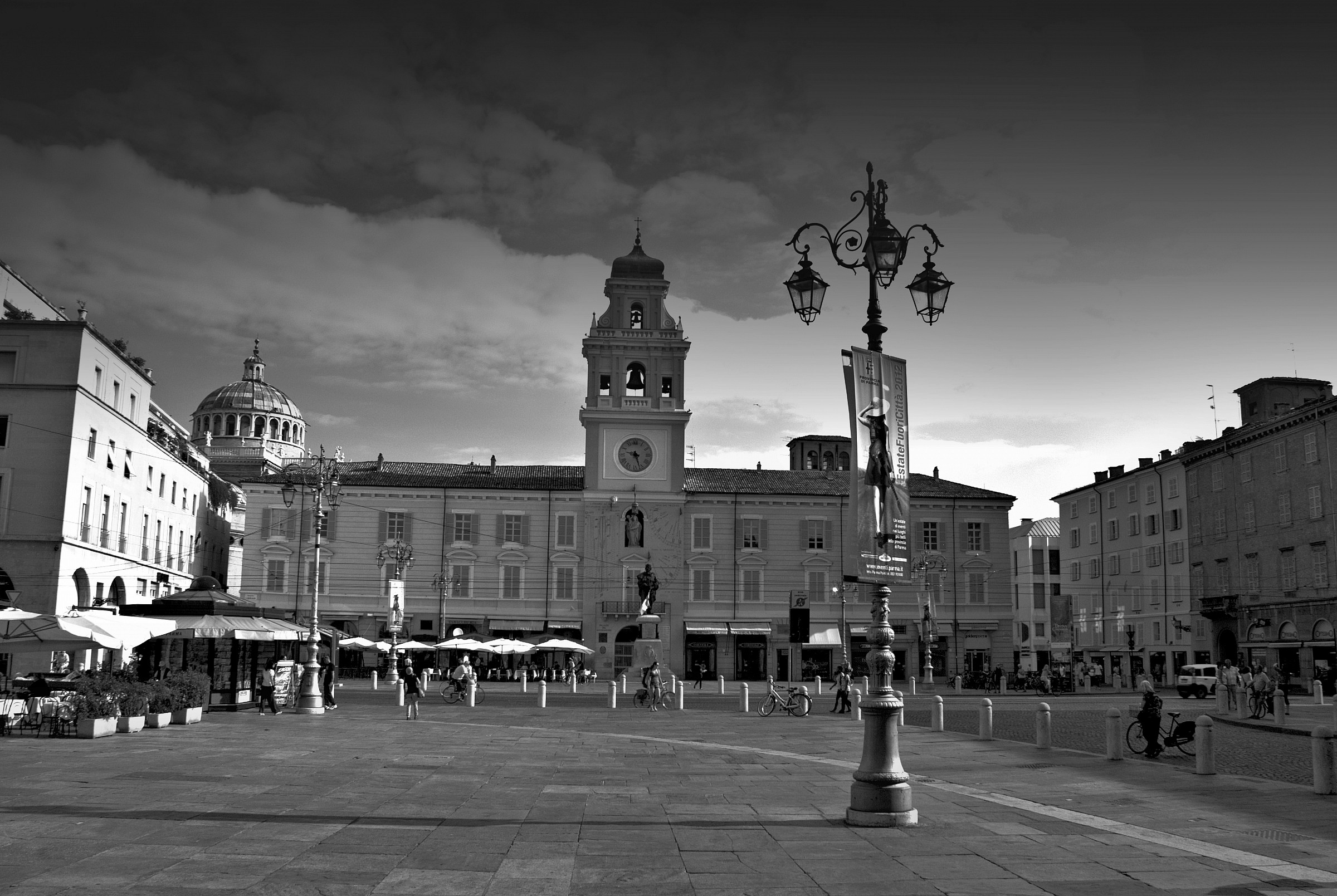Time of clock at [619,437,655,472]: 9:27
